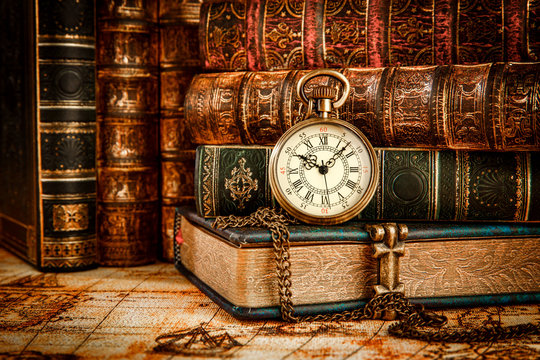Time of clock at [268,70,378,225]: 10:07
